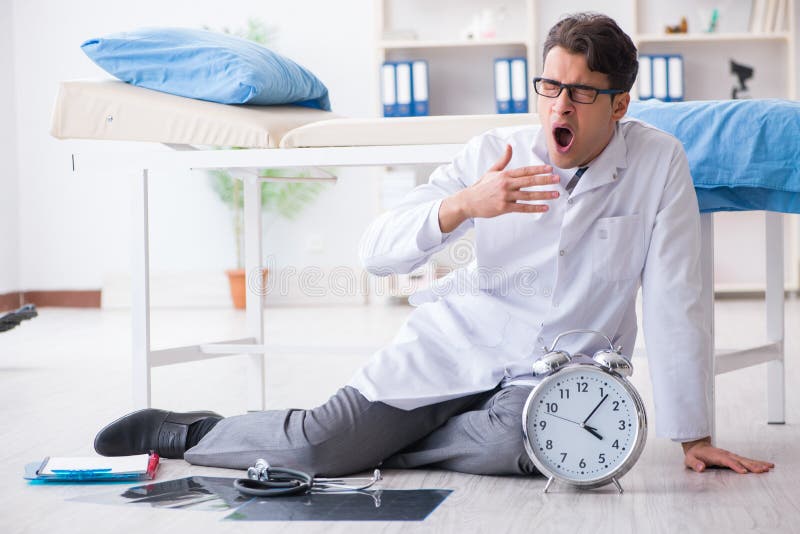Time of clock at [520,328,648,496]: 4:06
